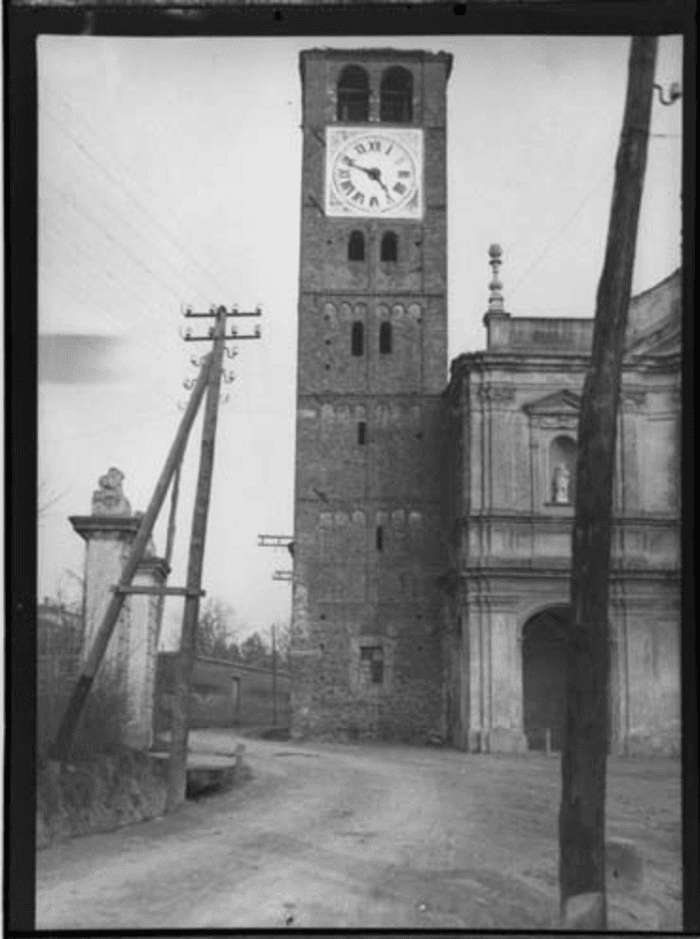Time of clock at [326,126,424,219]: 4:48
